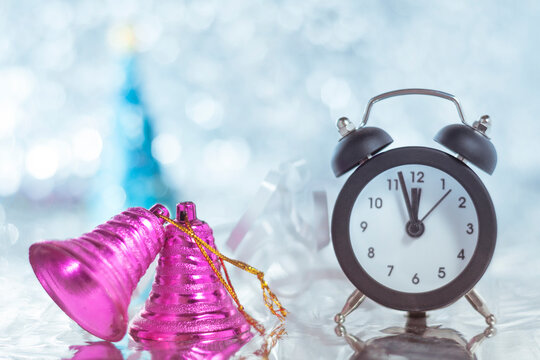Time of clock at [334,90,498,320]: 11:57
